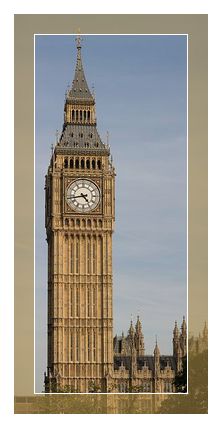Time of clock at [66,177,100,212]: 4:43
